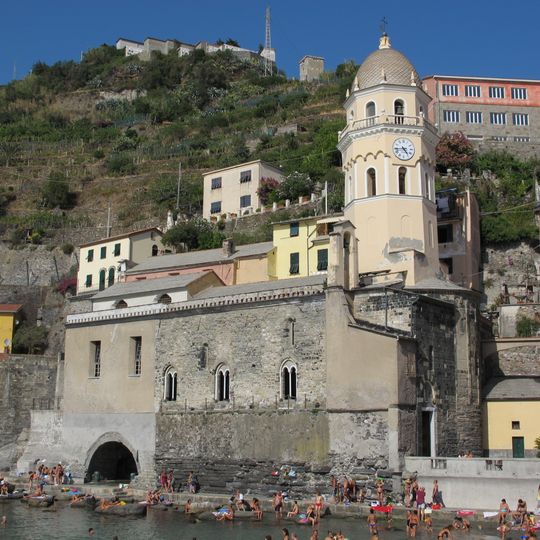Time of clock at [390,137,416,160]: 4:43
